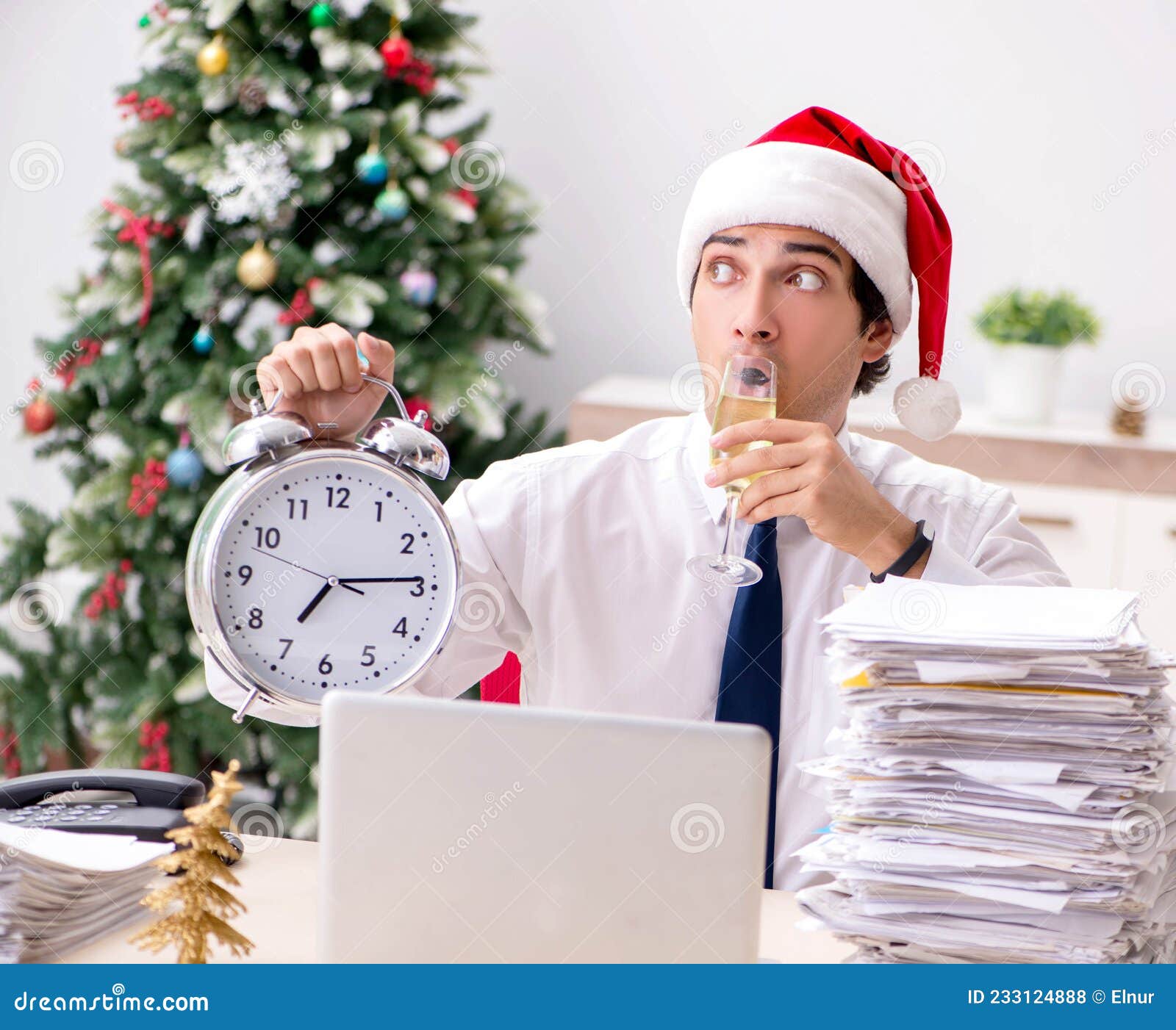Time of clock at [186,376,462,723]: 7:14
